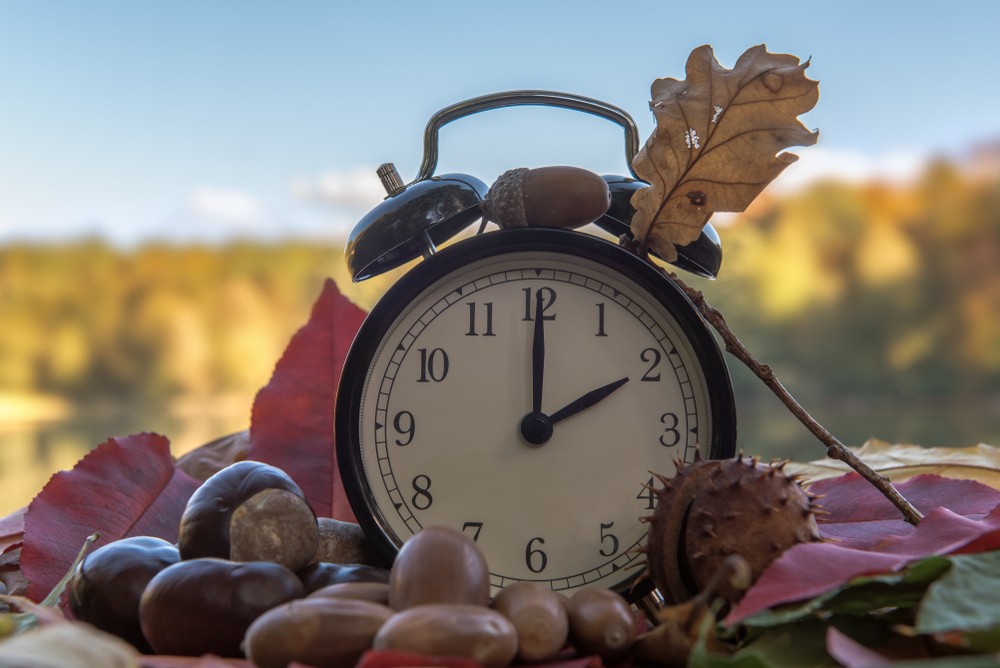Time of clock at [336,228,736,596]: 2:00
